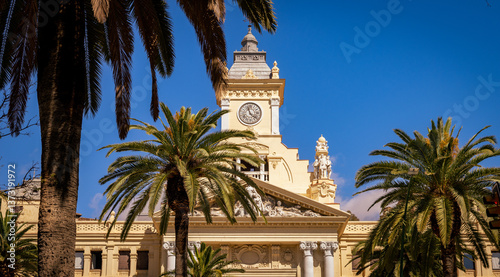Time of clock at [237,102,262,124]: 11:21
